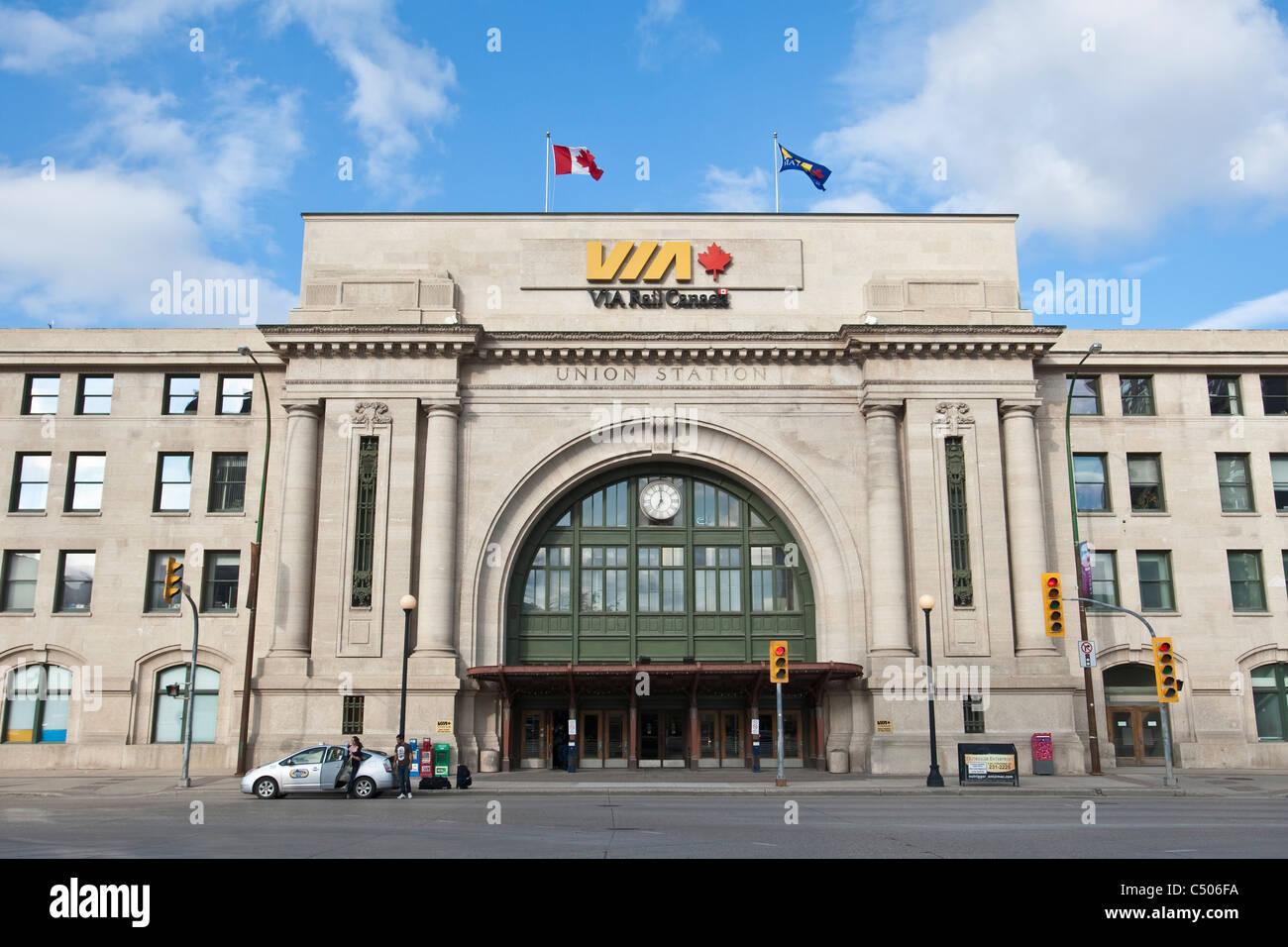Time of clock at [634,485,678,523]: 7:00
